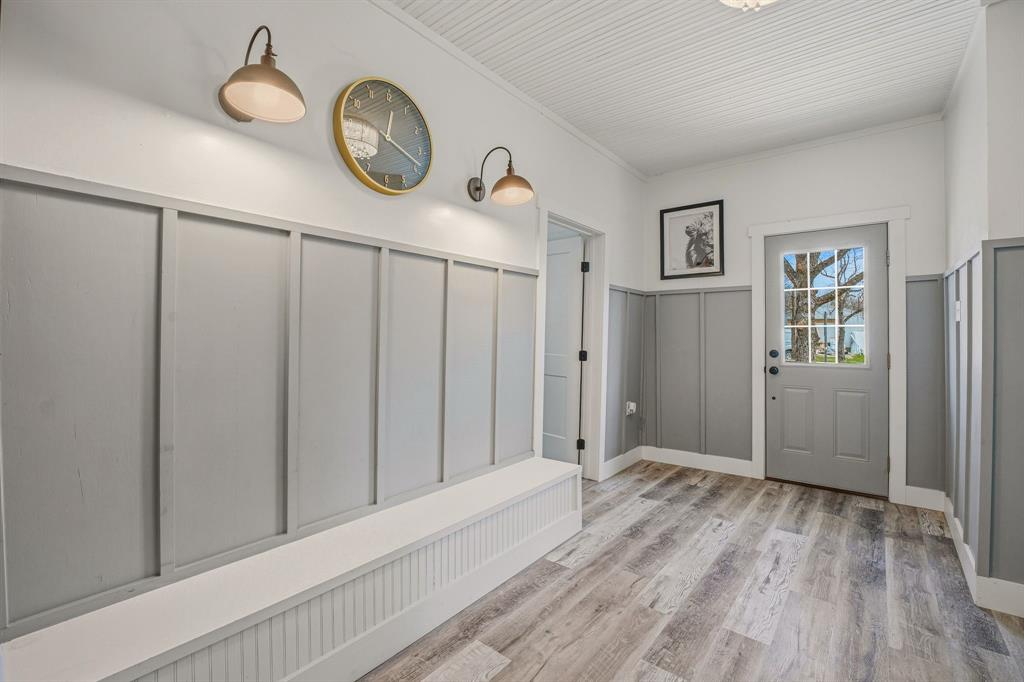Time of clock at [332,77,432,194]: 12:18
